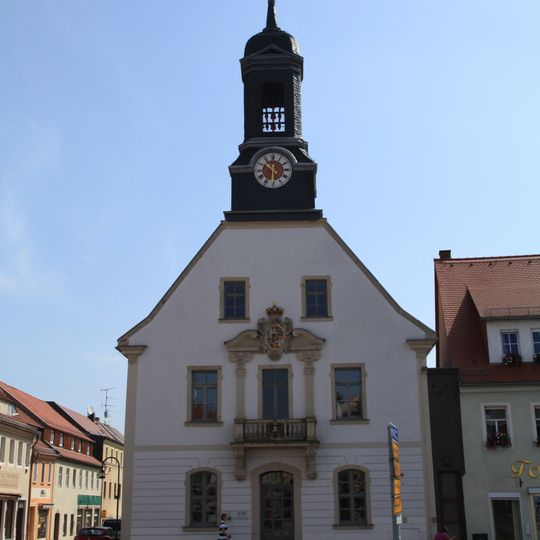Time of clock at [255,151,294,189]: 10:30
